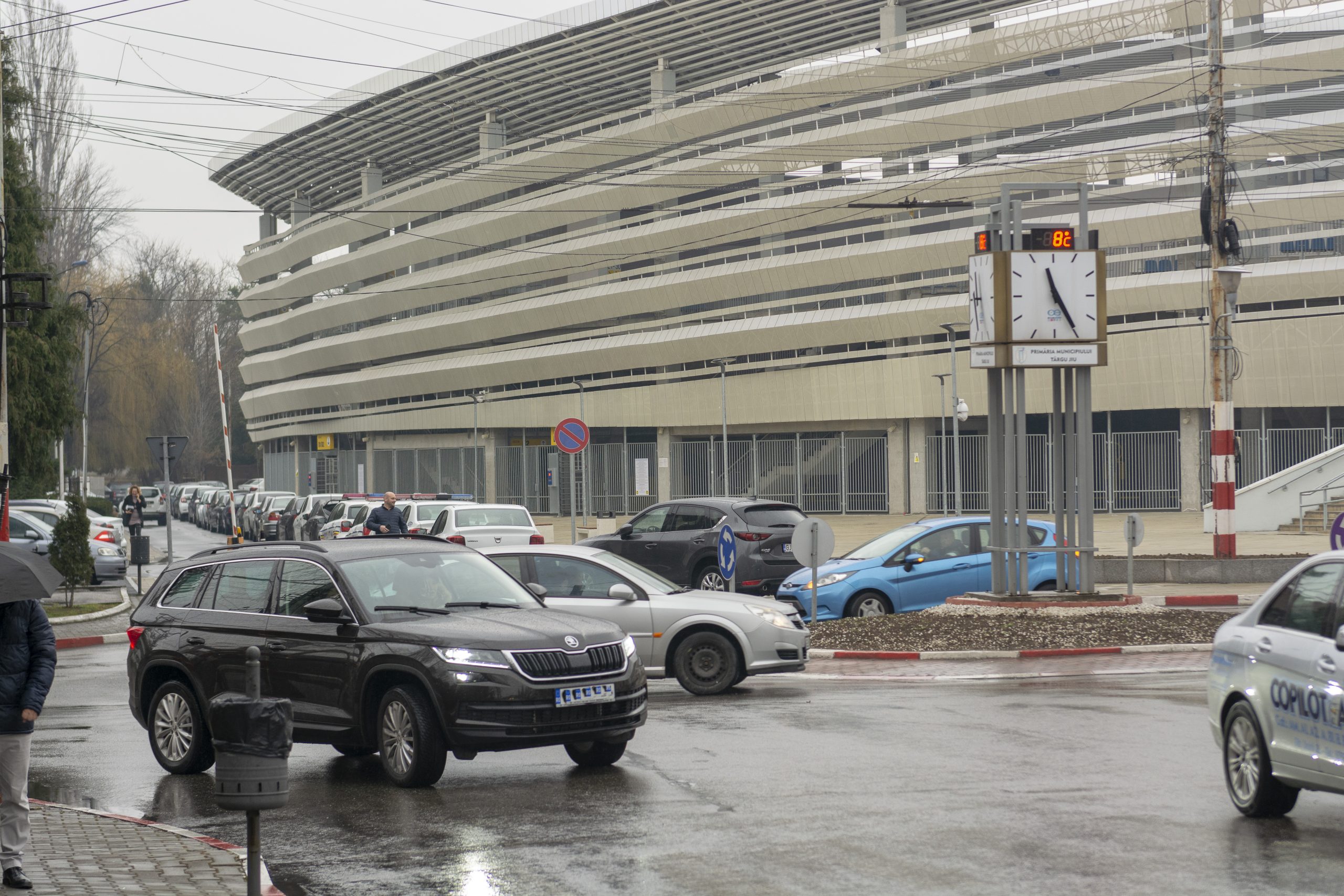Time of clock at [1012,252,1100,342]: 11:24
